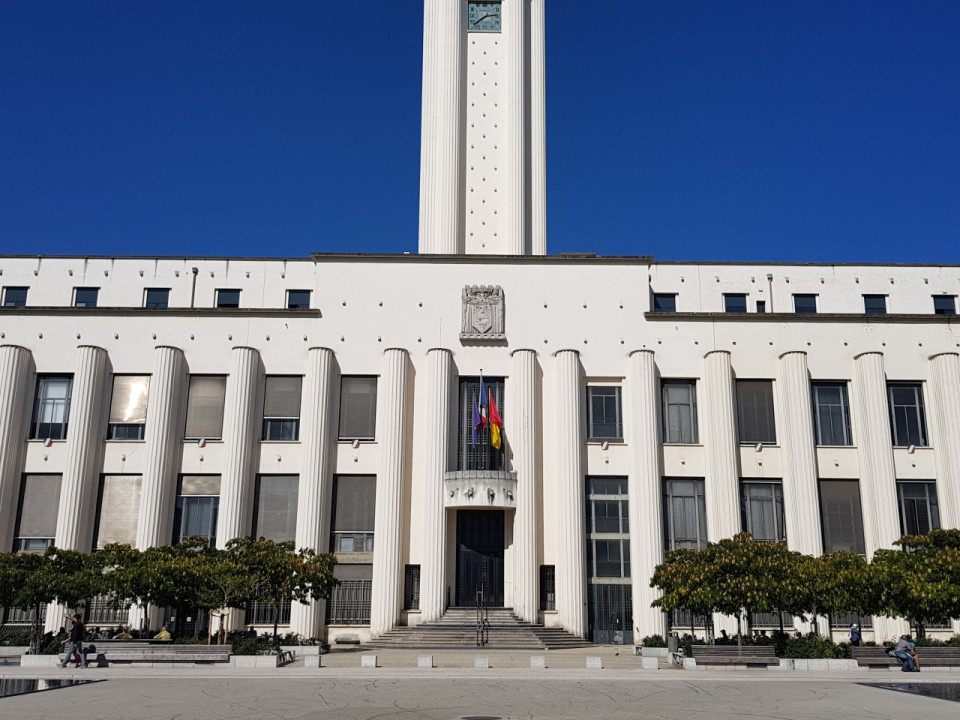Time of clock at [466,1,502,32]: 2:38
